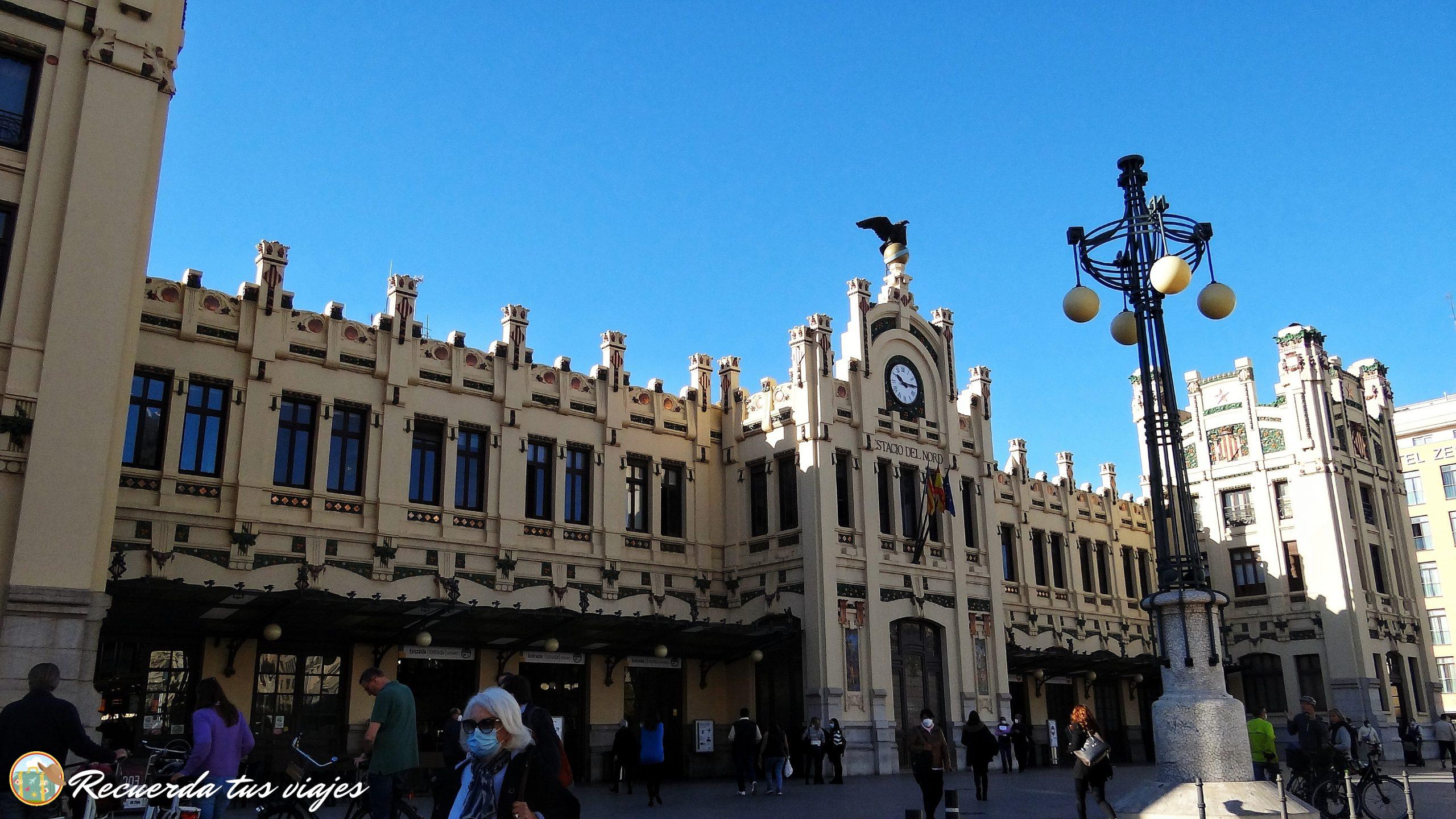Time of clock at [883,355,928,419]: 10:14
